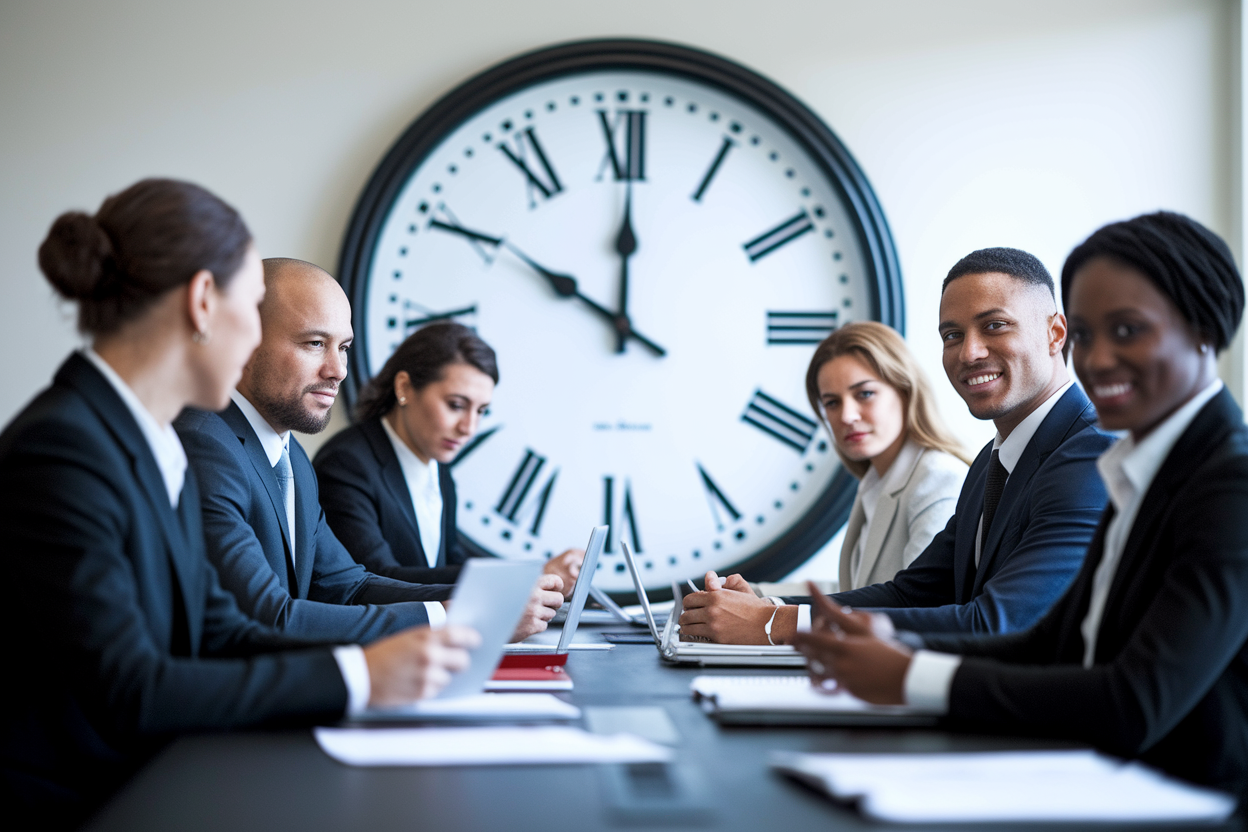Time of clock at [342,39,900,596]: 10:00
